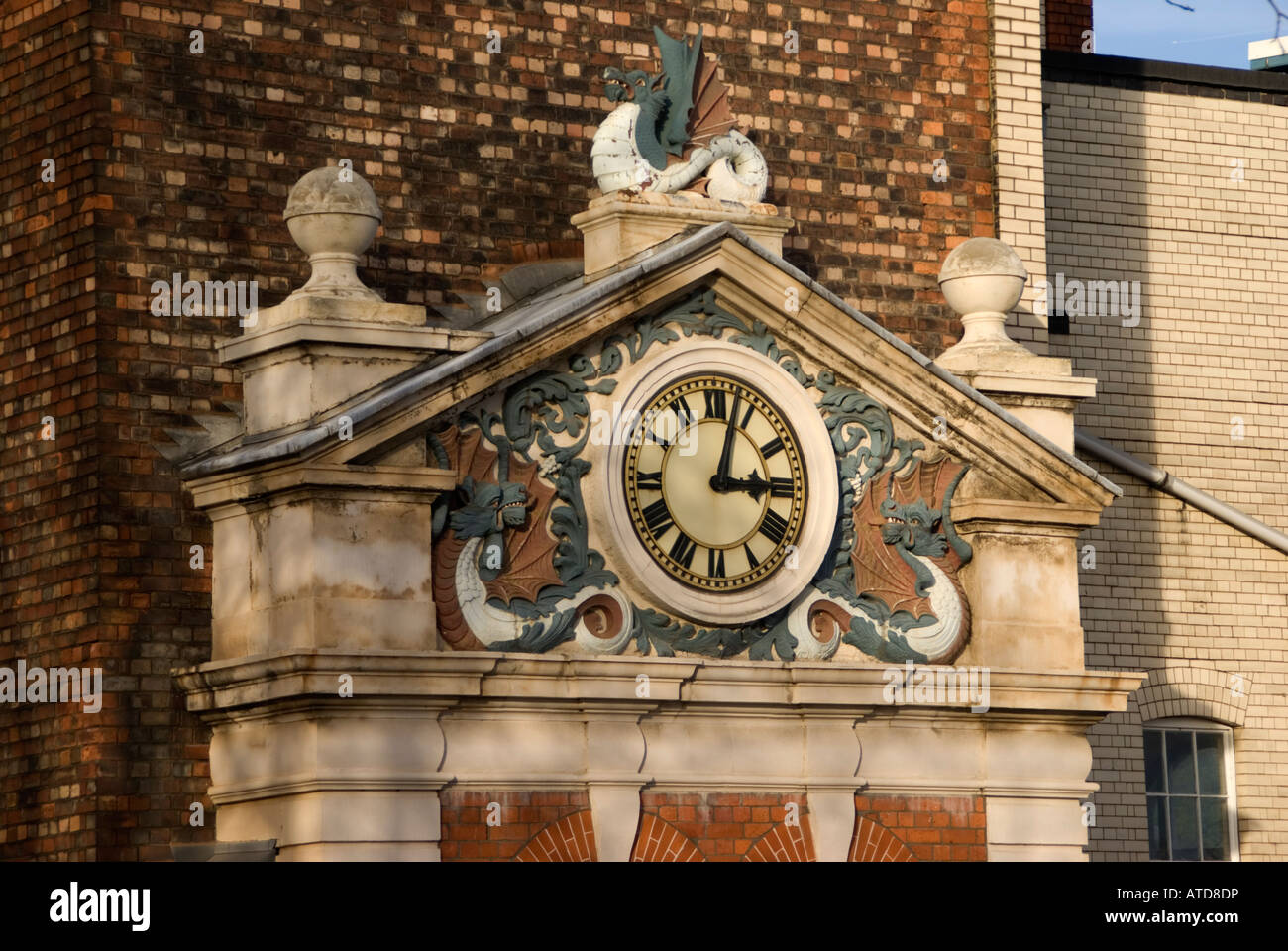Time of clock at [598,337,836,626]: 3:02
